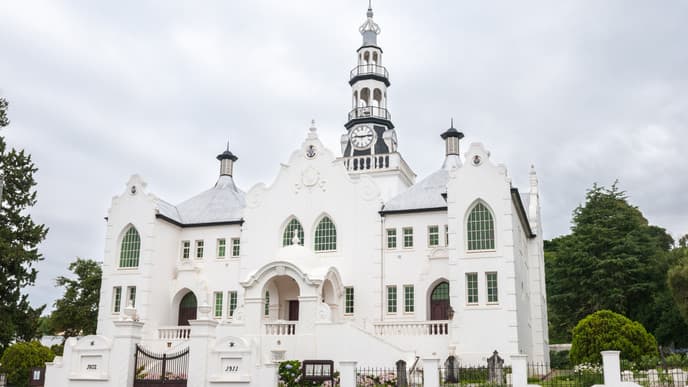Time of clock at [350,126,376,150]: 9:13
